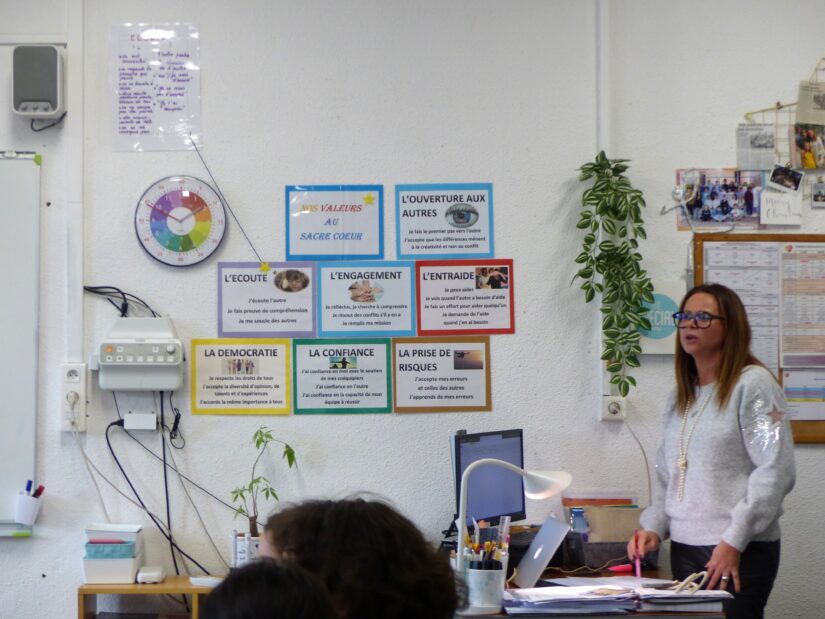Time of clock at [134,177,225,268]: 1:49
